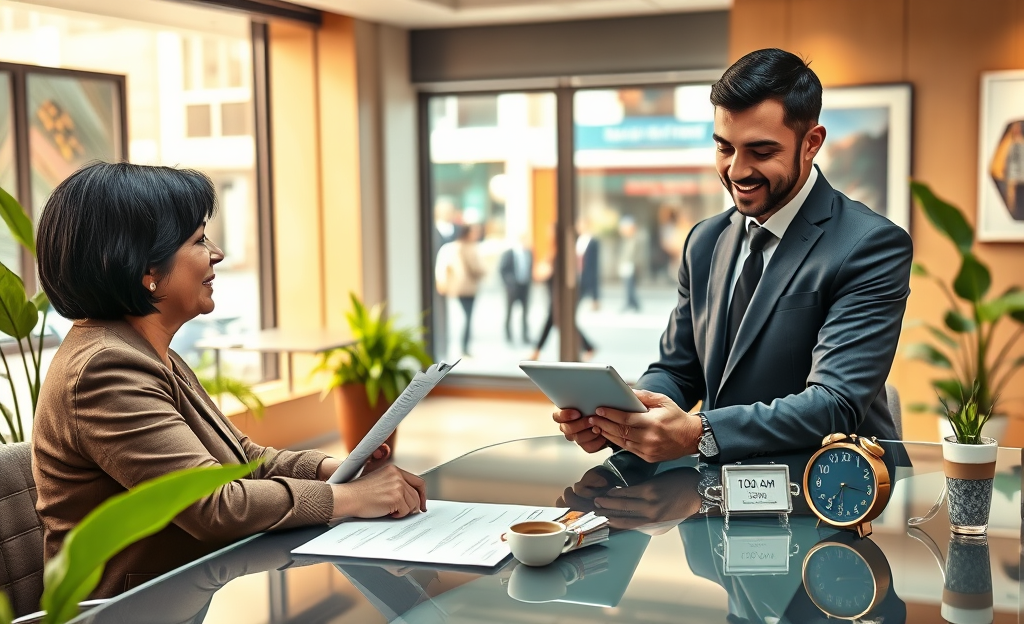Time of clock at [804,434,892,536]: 7:16
